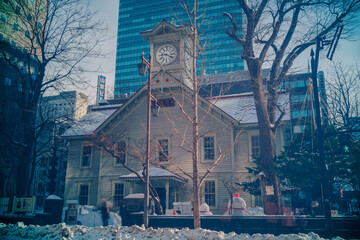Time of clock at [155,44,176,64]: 9:20
